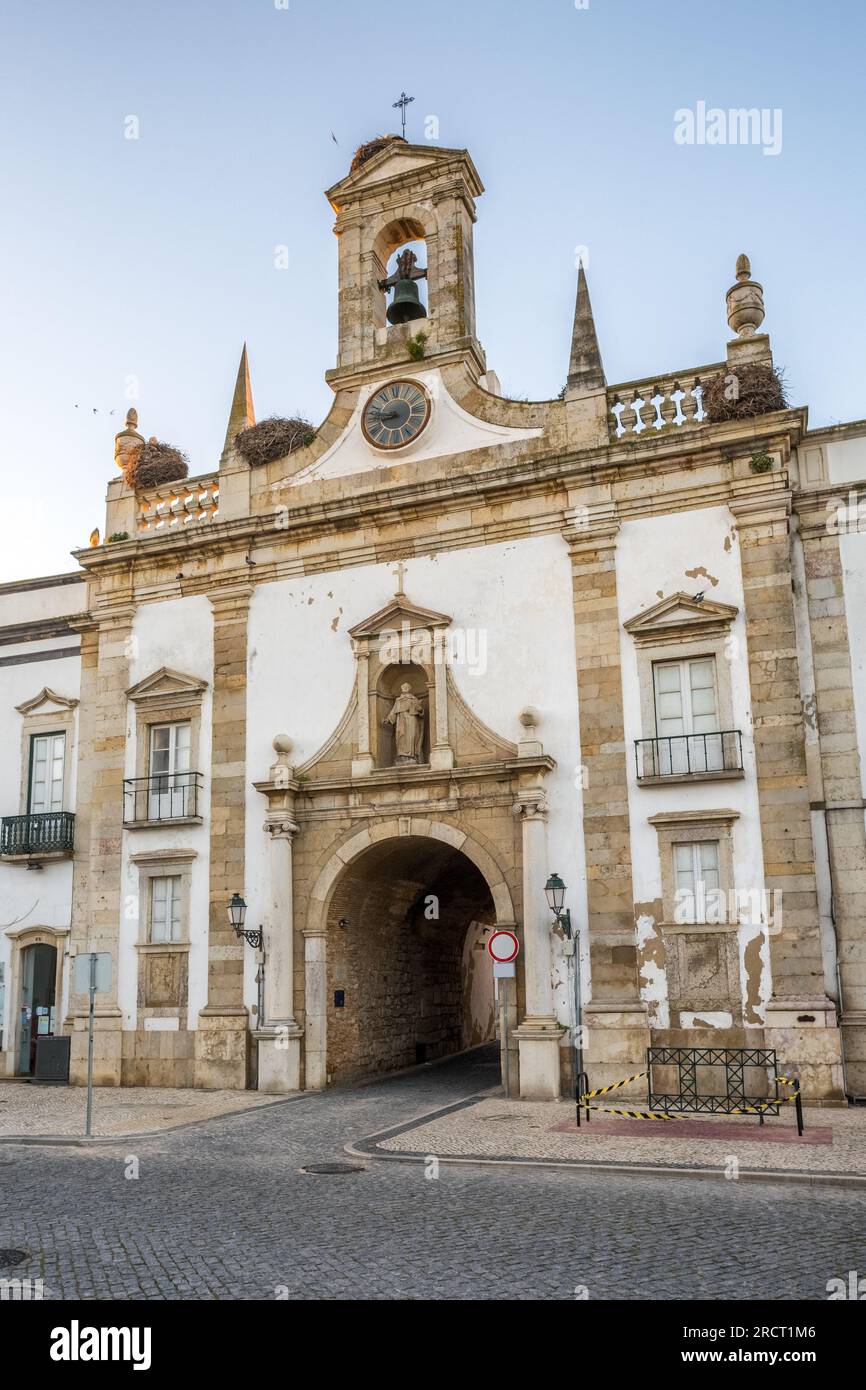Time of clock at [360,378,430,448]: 8:47
